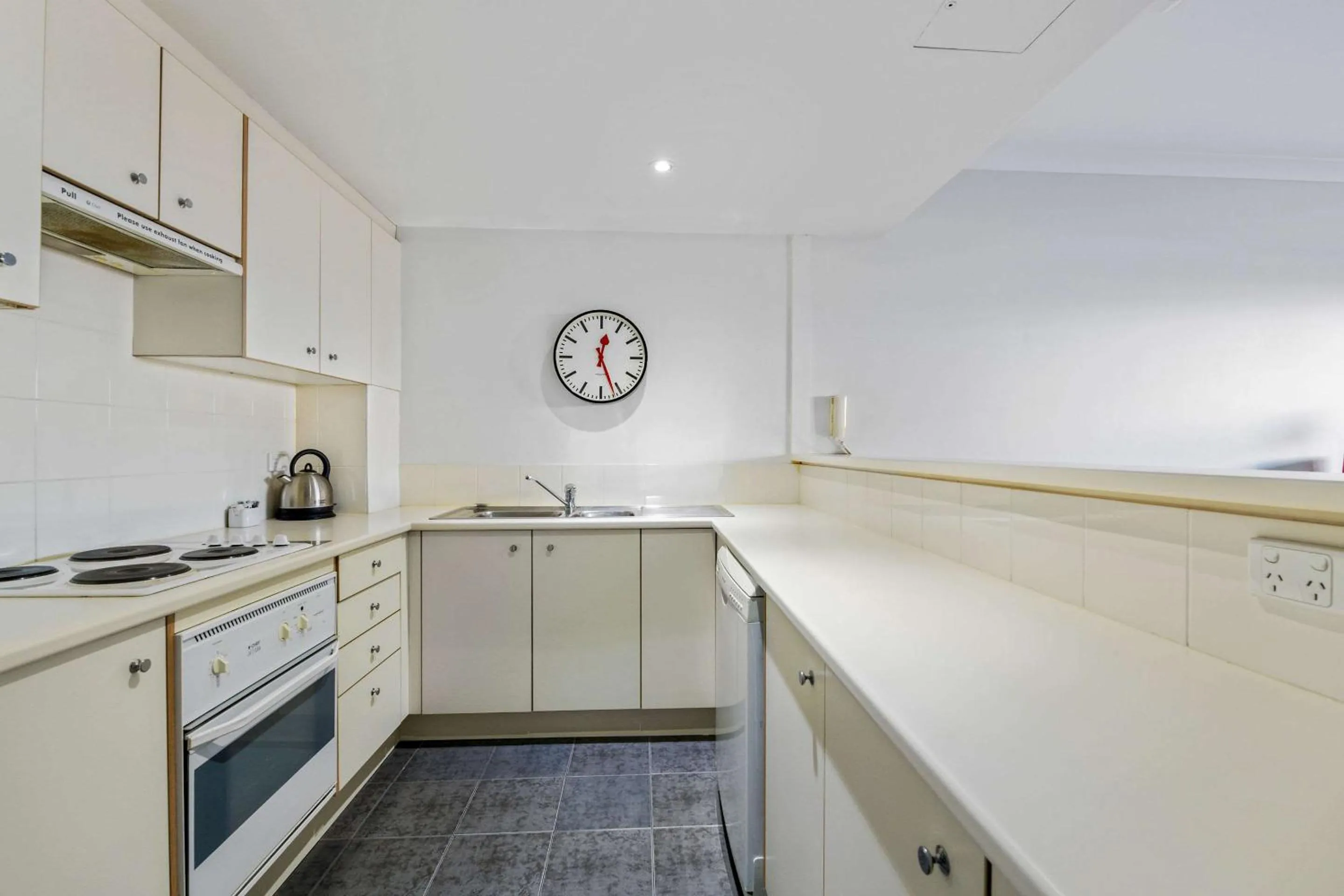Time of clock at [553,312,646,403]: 12:26
